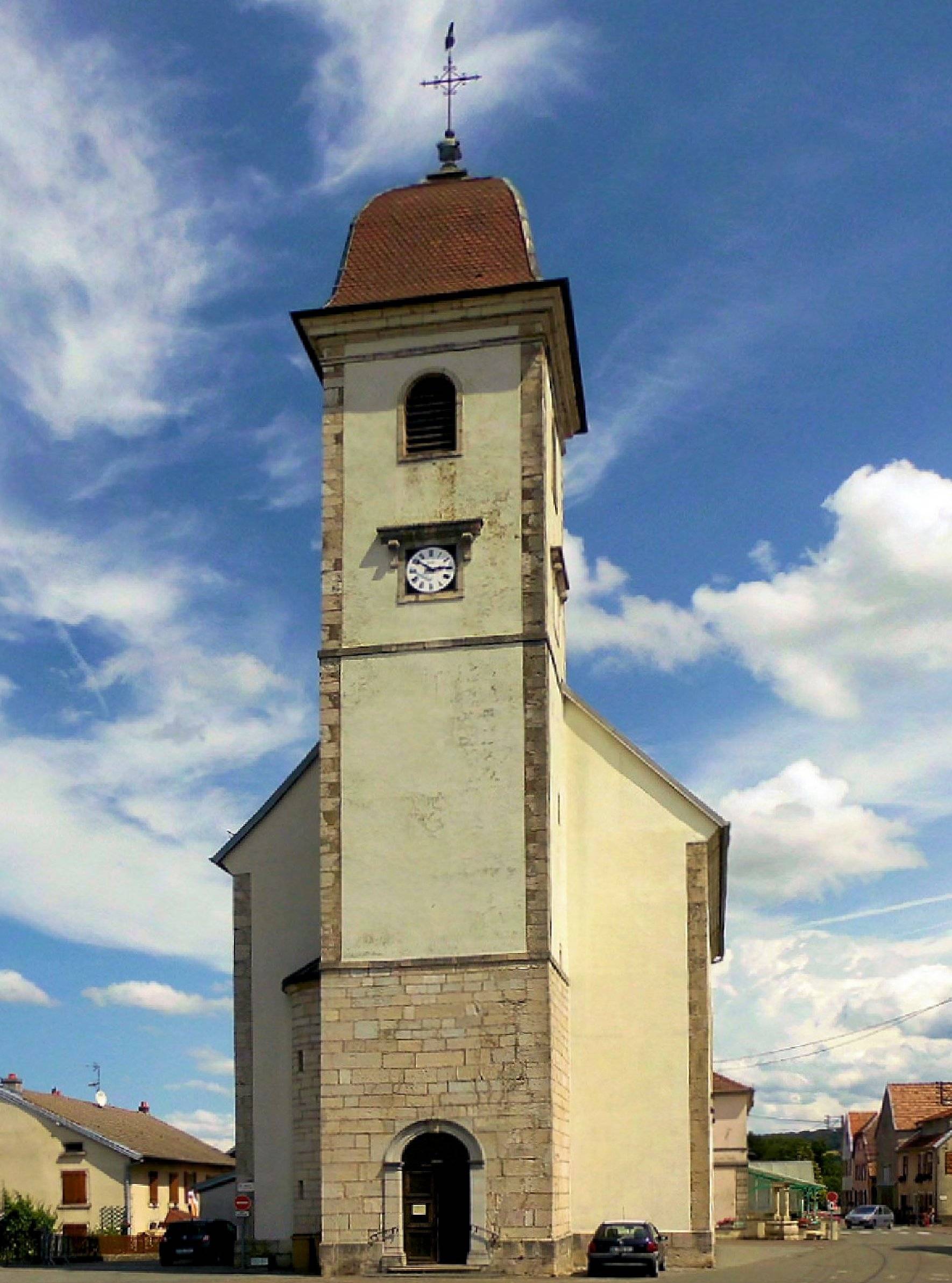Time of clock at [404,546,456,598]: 2:50
